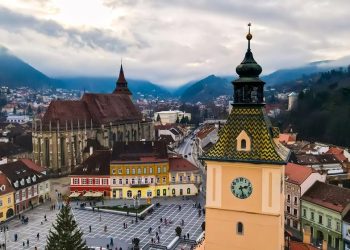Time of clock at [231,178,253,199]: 2:27
